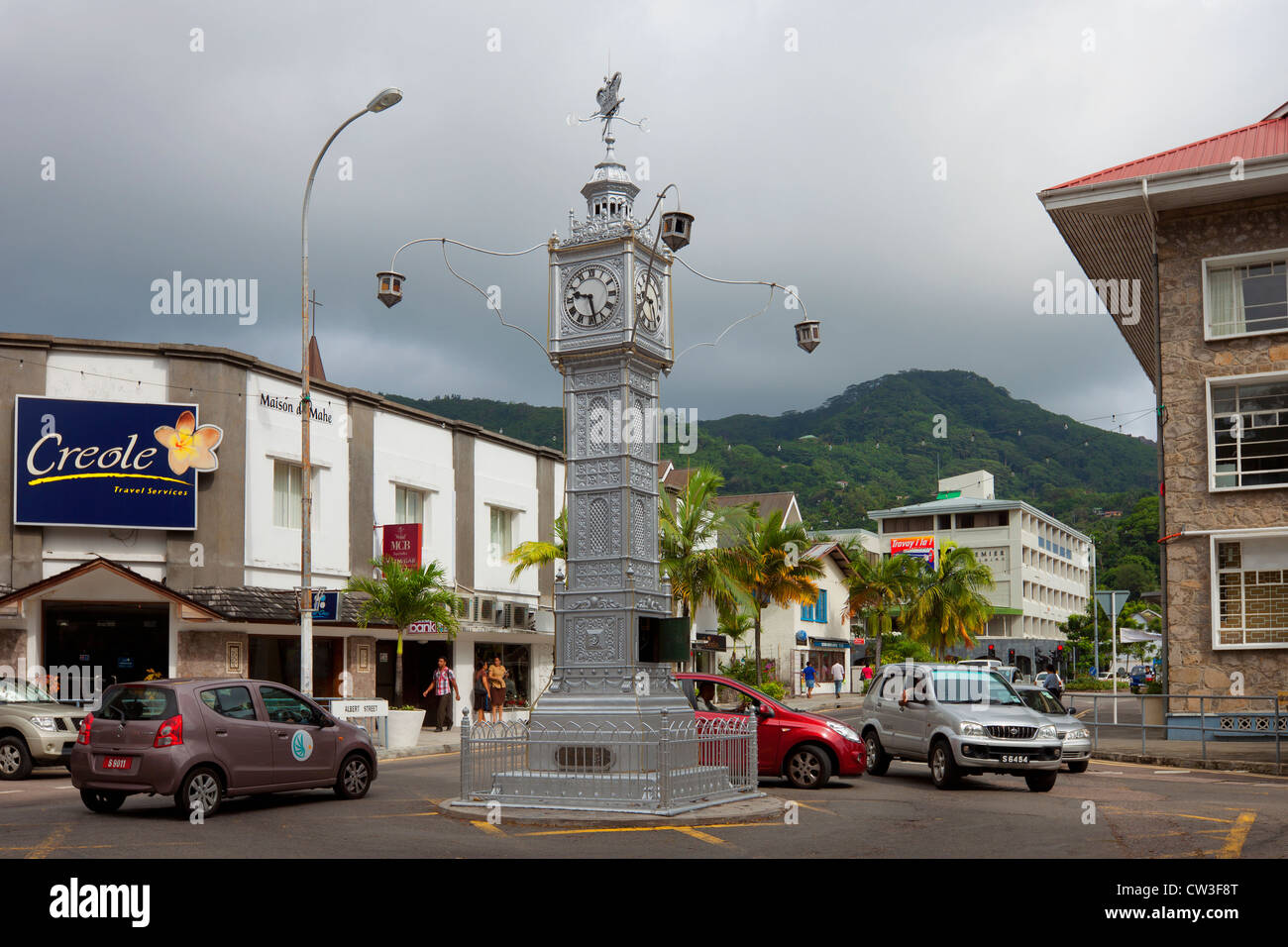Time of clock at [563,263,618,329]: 9:28
